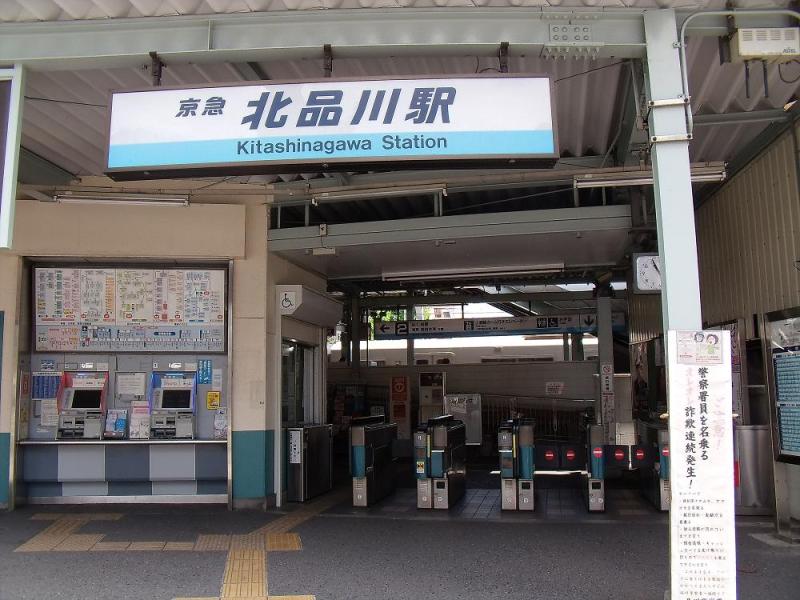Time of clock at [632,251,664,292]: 10:55
